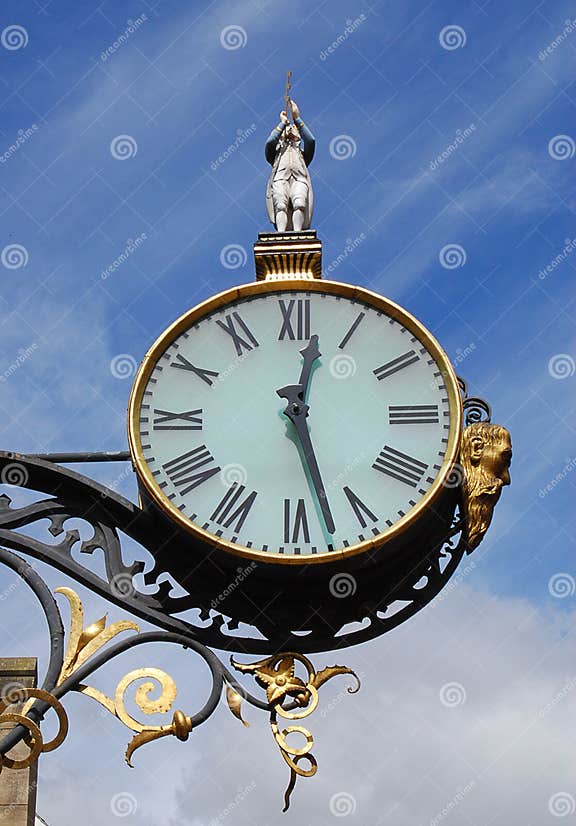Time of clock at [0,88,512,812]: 12:27
